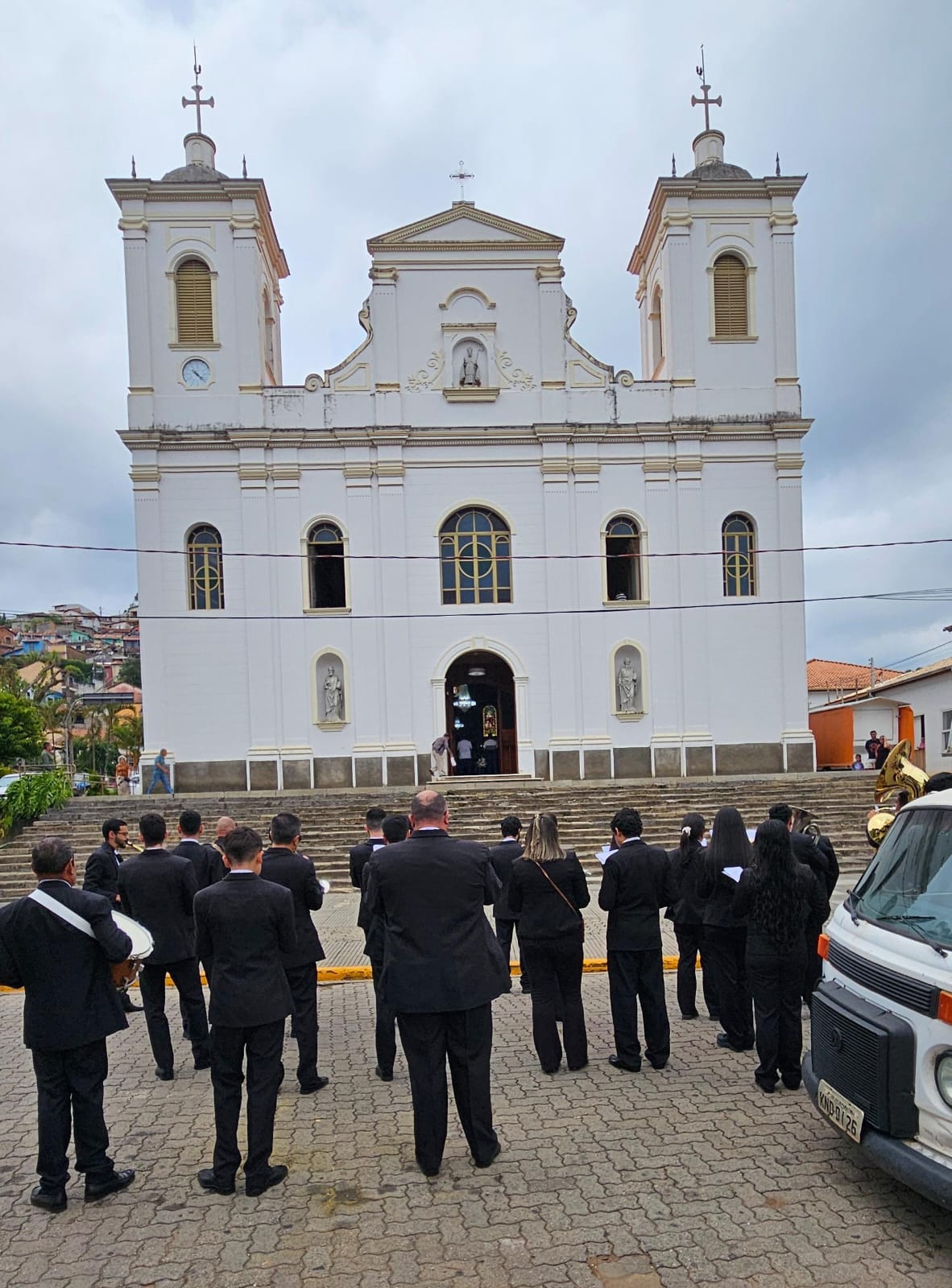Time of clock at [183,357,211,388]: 4:22
